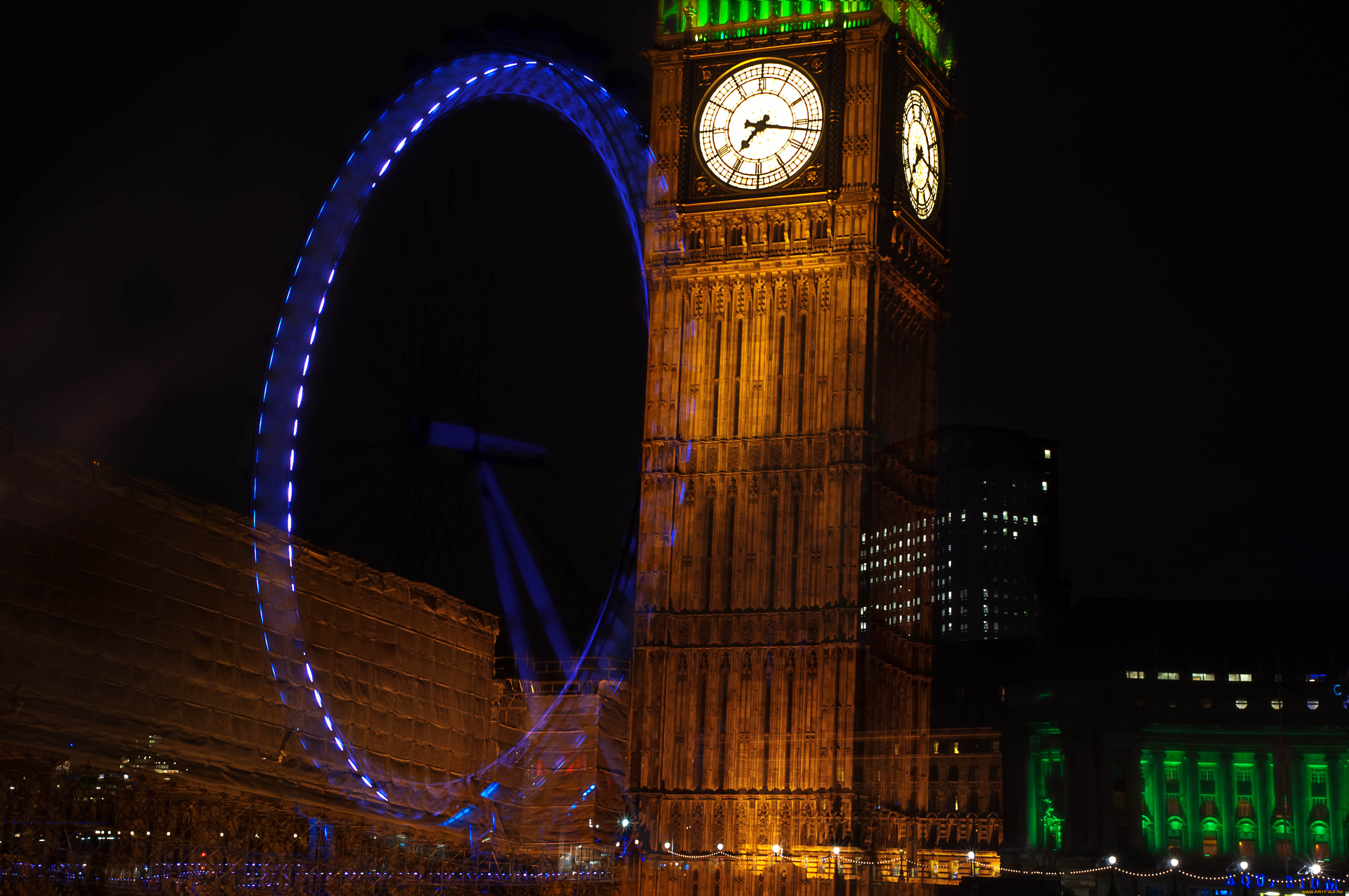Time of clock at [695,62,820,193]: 7:16
